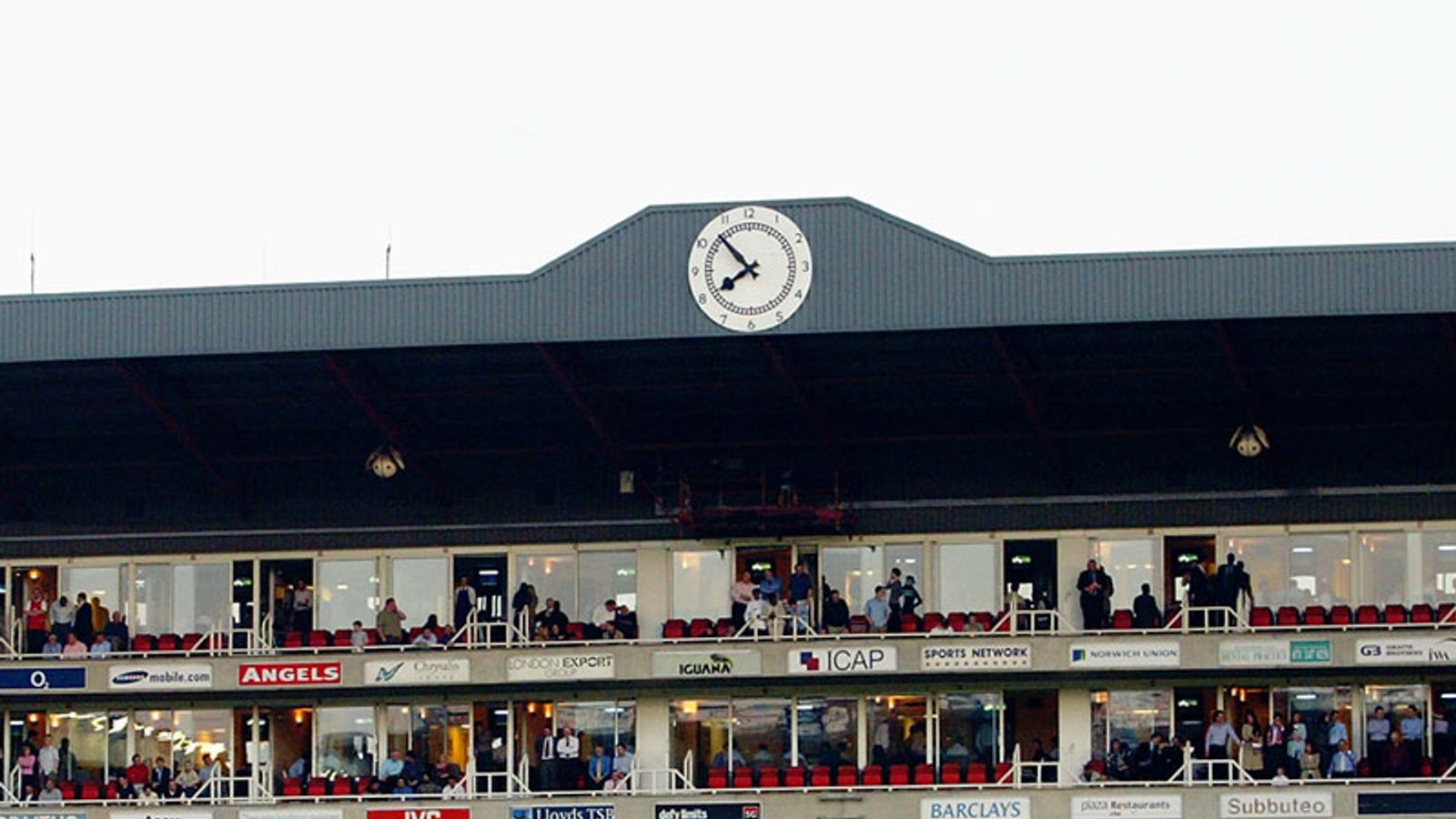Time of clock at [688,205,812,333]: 7:52
